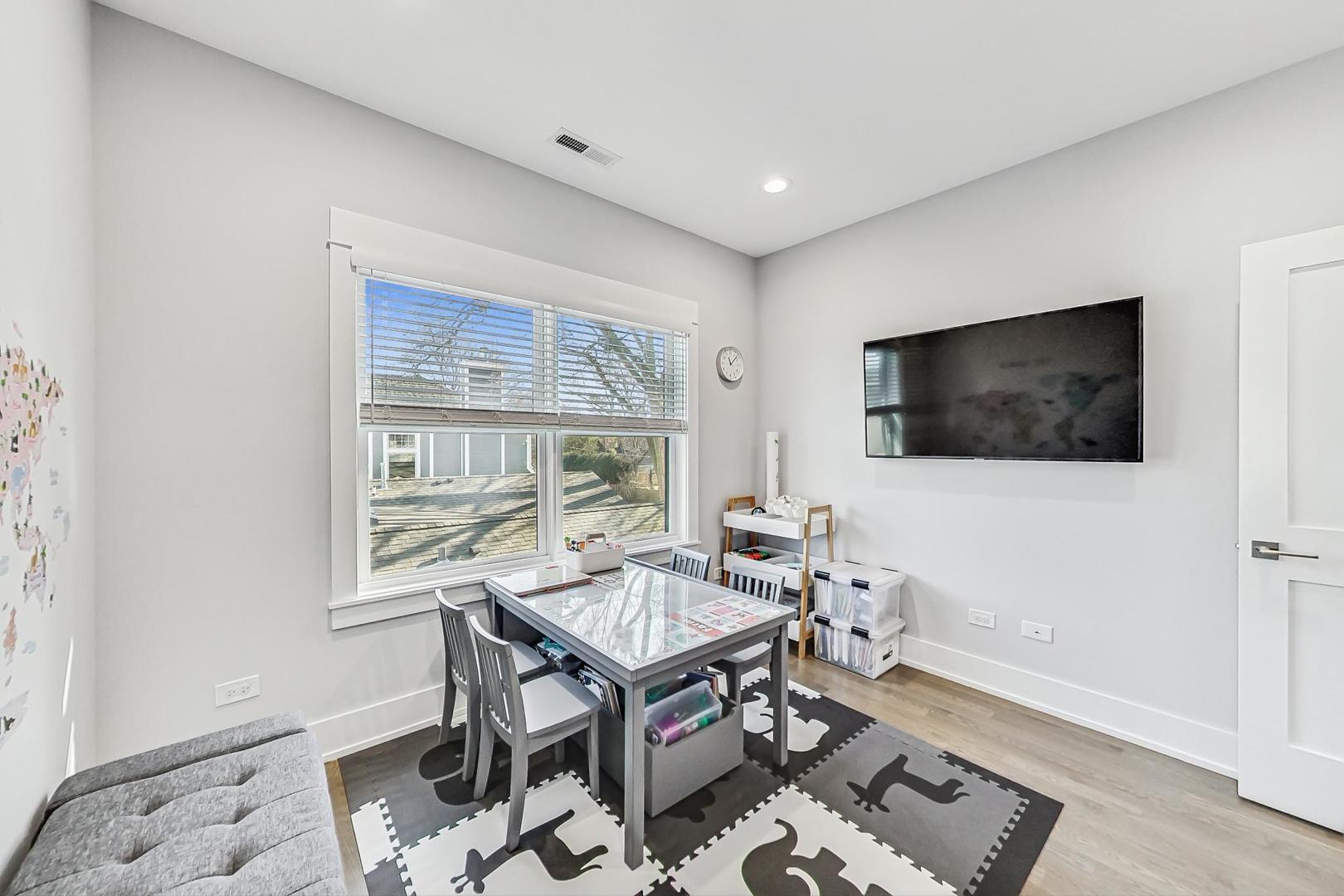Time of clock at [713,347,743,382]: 11:07
